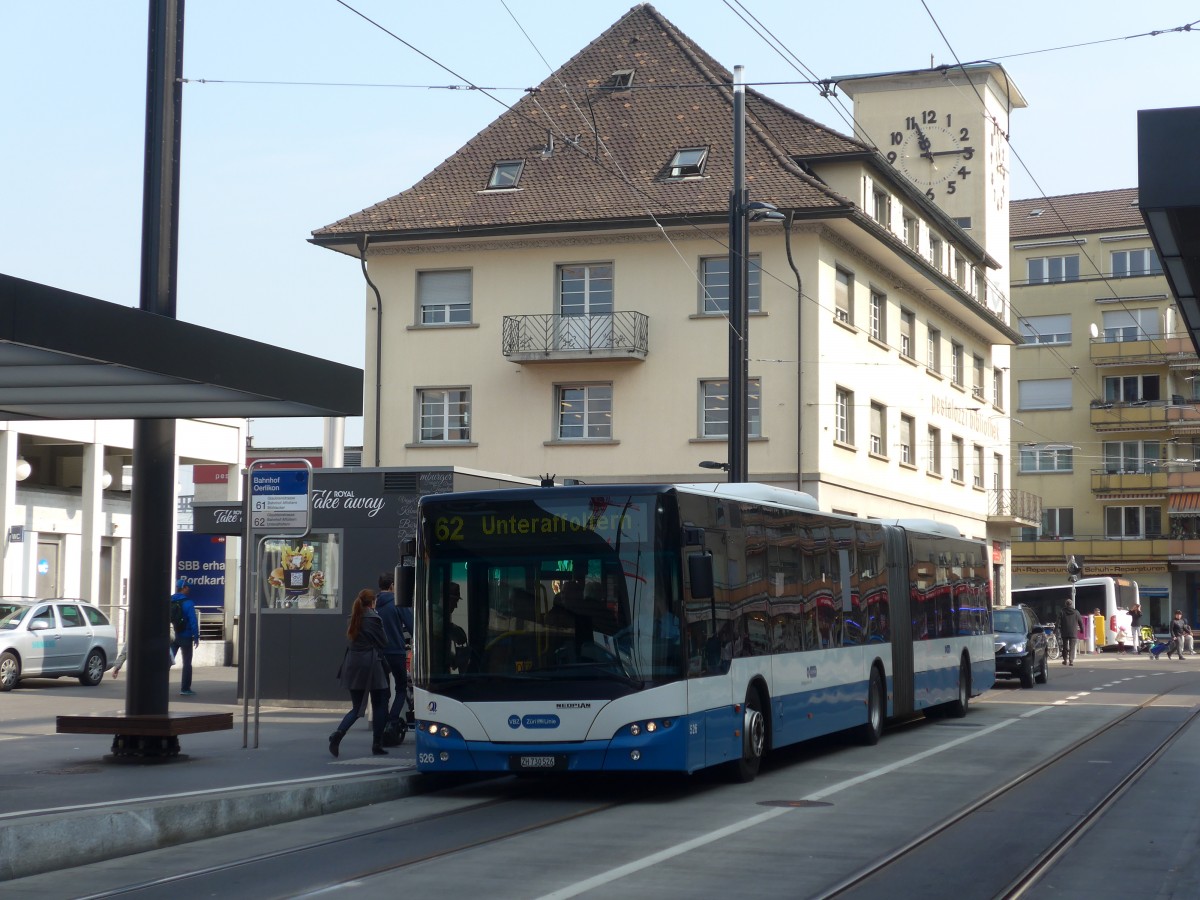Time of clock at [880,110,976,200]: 11:14
